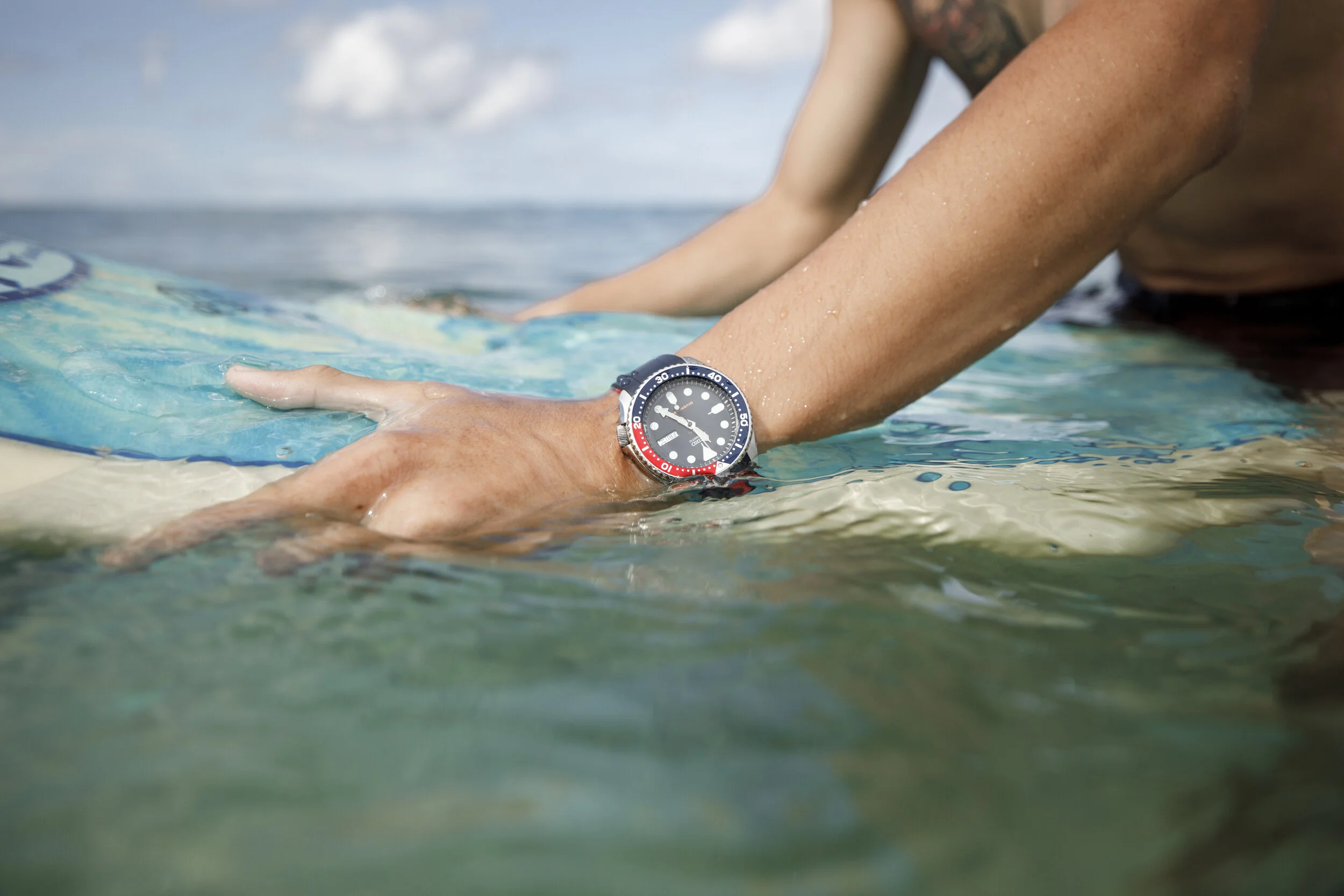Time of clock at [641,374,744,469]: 4:49
